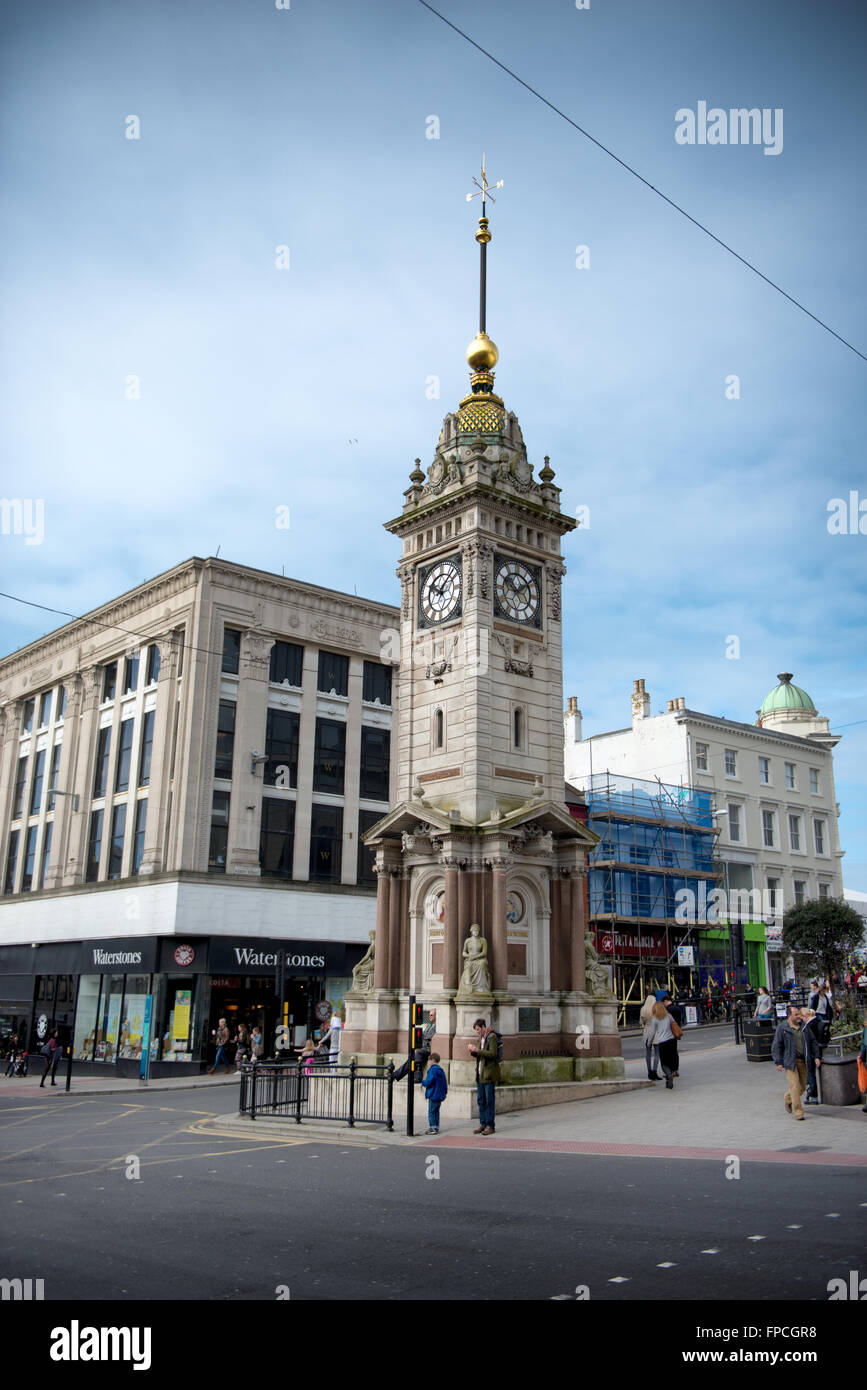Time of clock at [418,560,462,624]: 10:07
